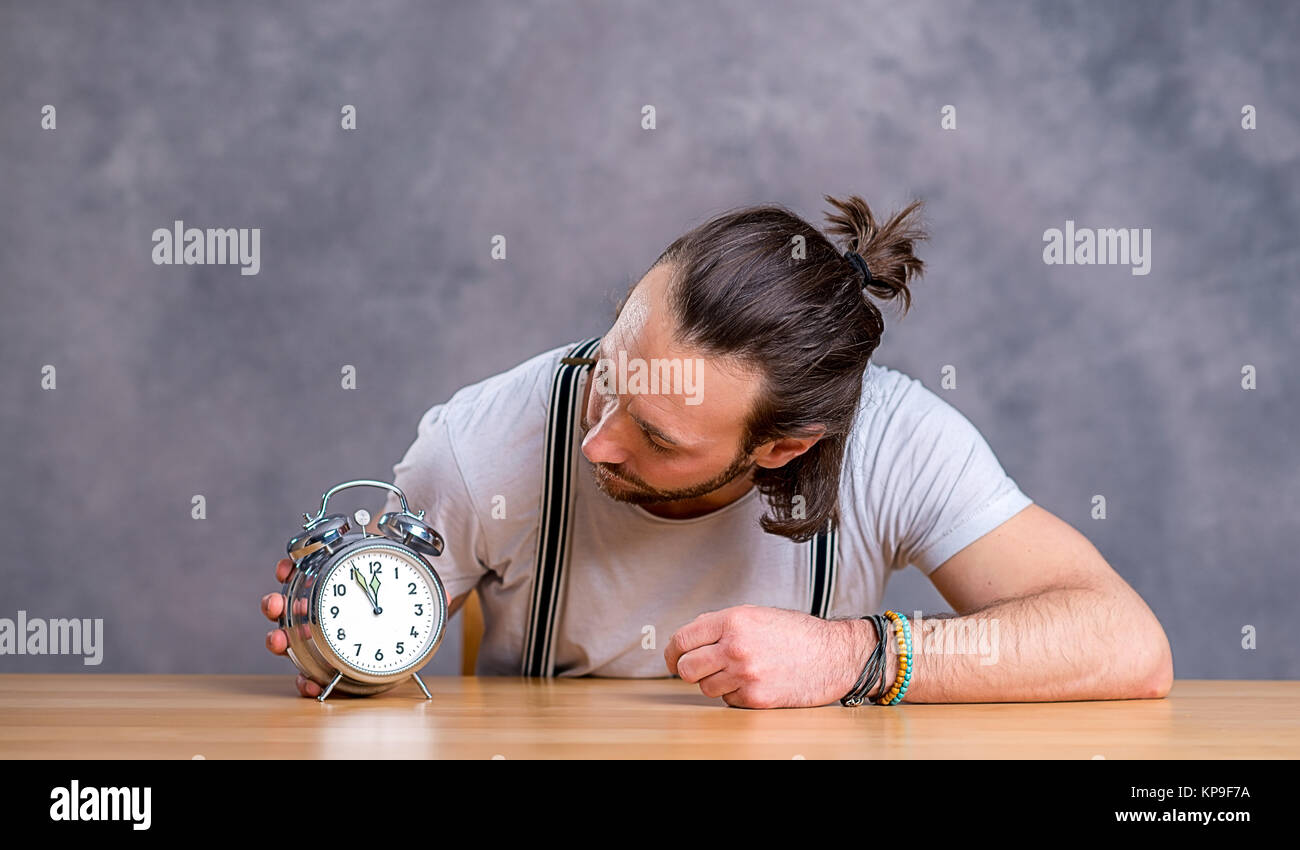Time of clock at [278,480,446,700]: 11:55
